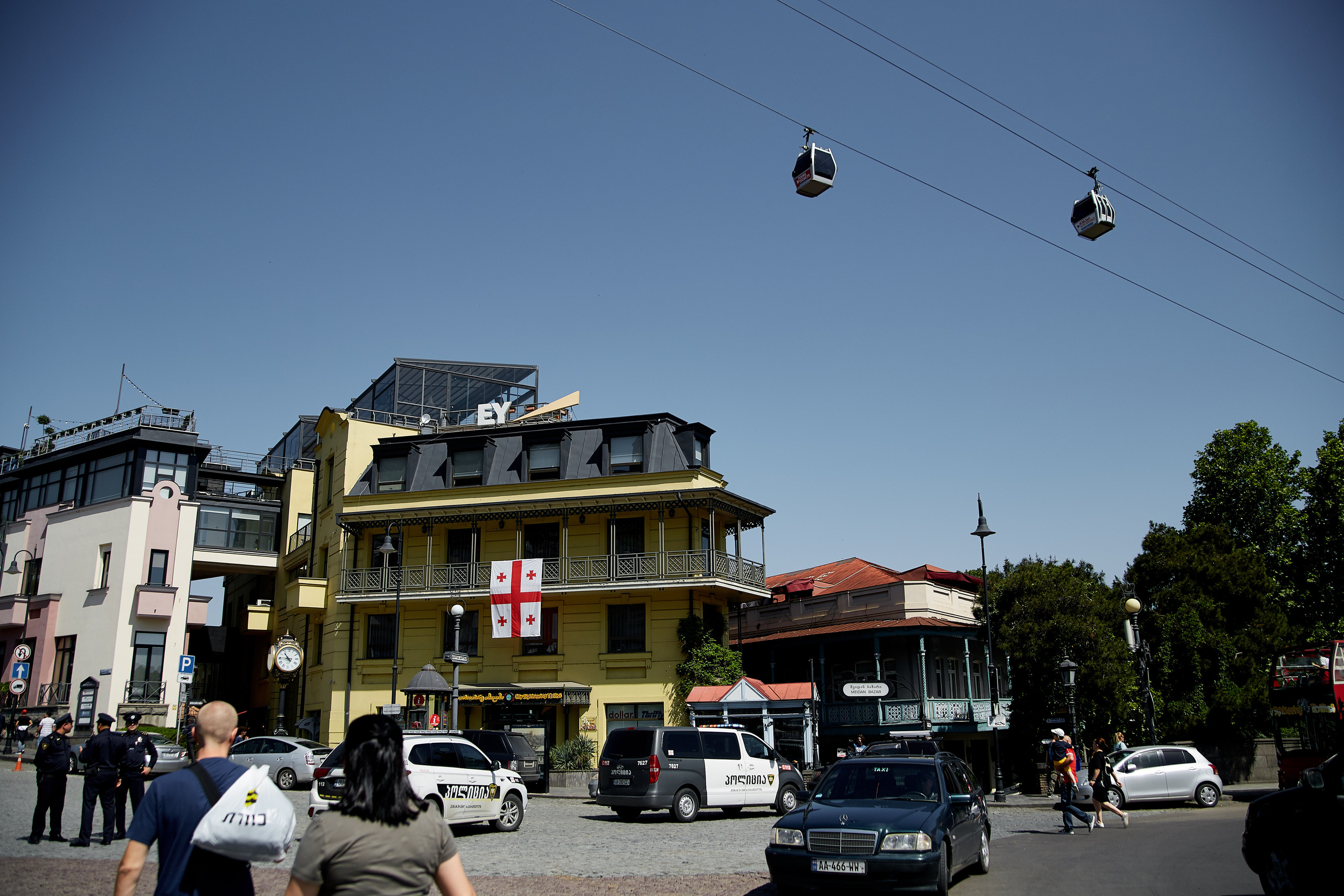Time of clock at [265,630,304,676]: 10:45
